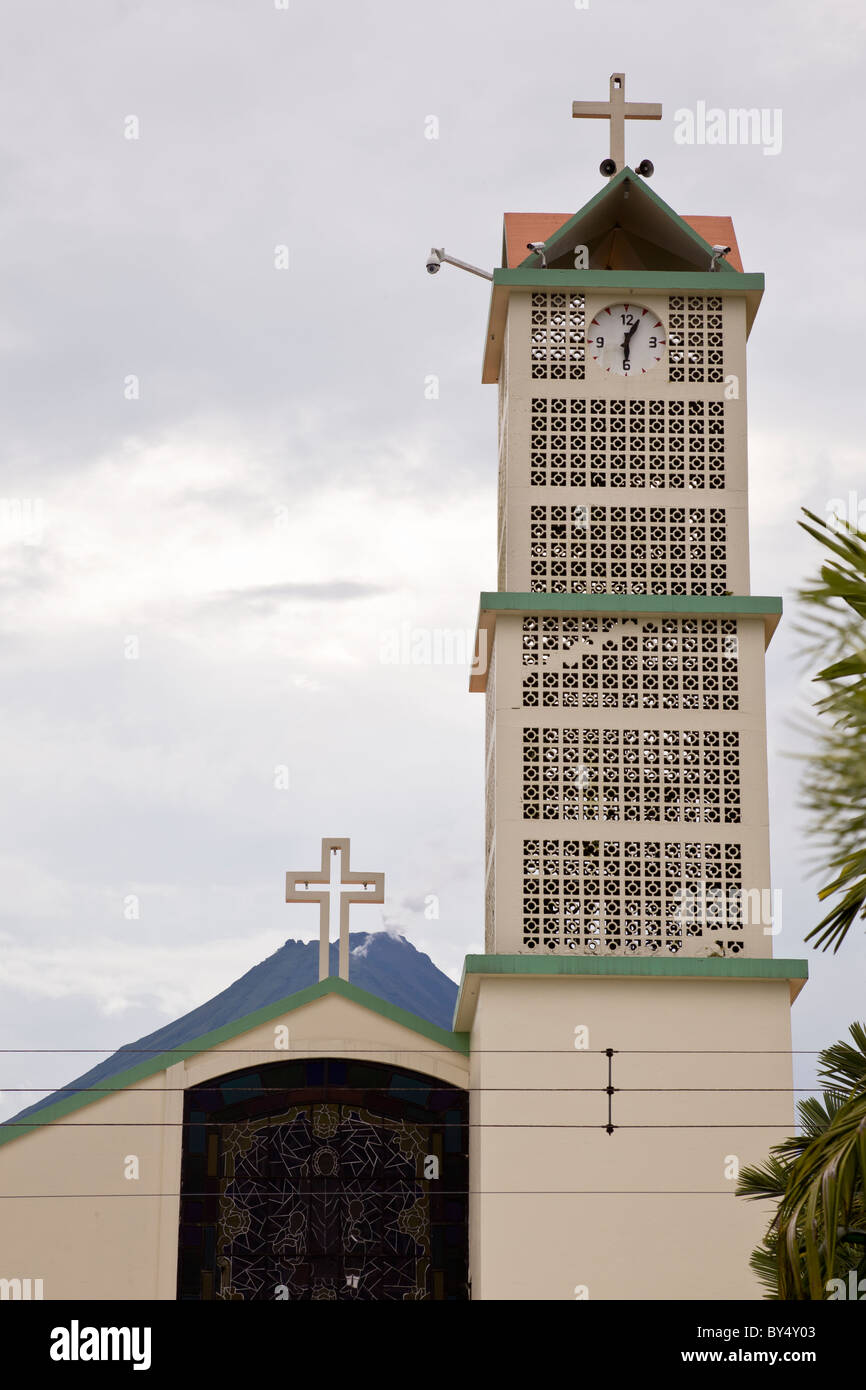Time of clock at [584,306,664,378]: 6:04
